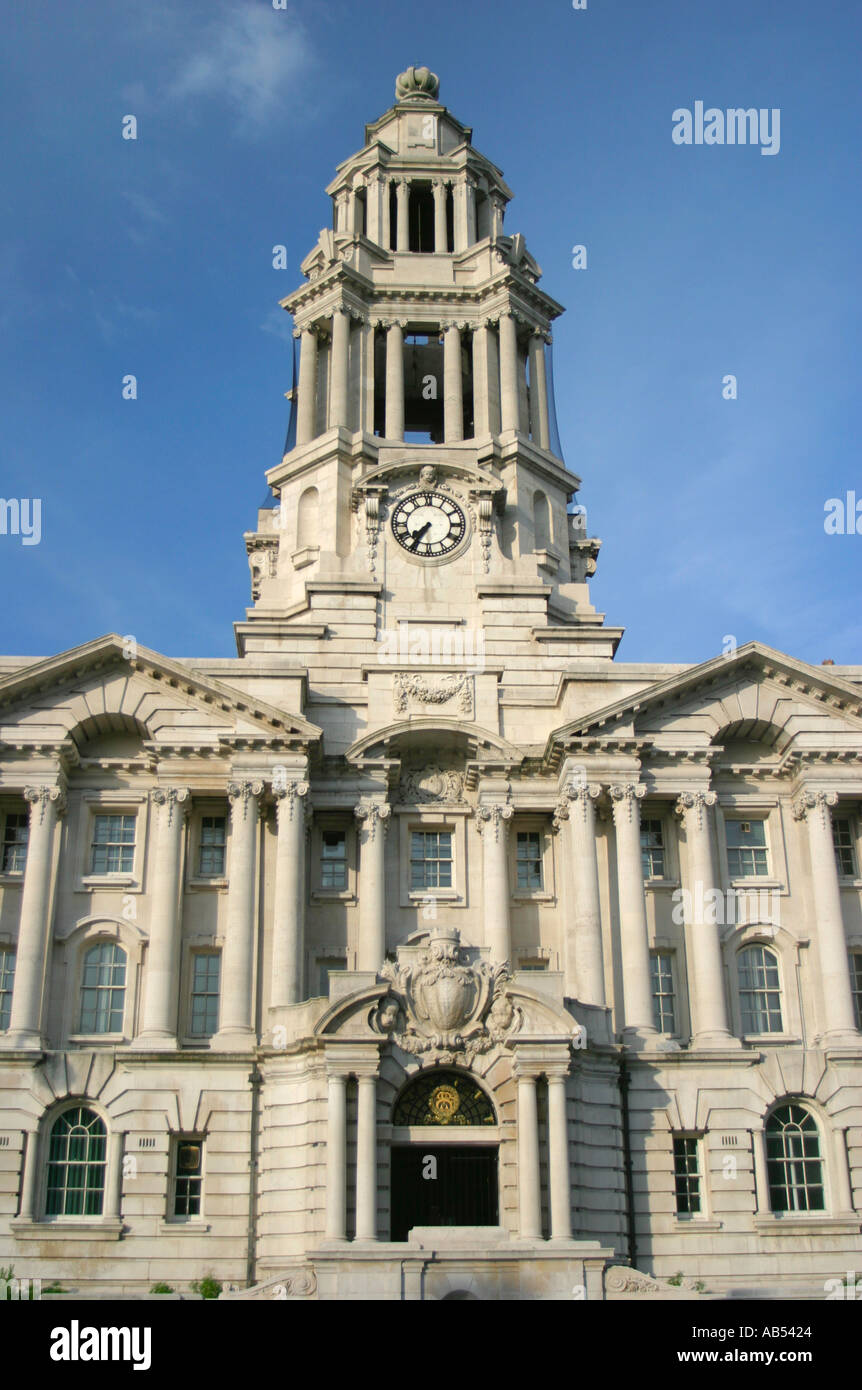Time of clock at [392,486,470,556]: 7:35
